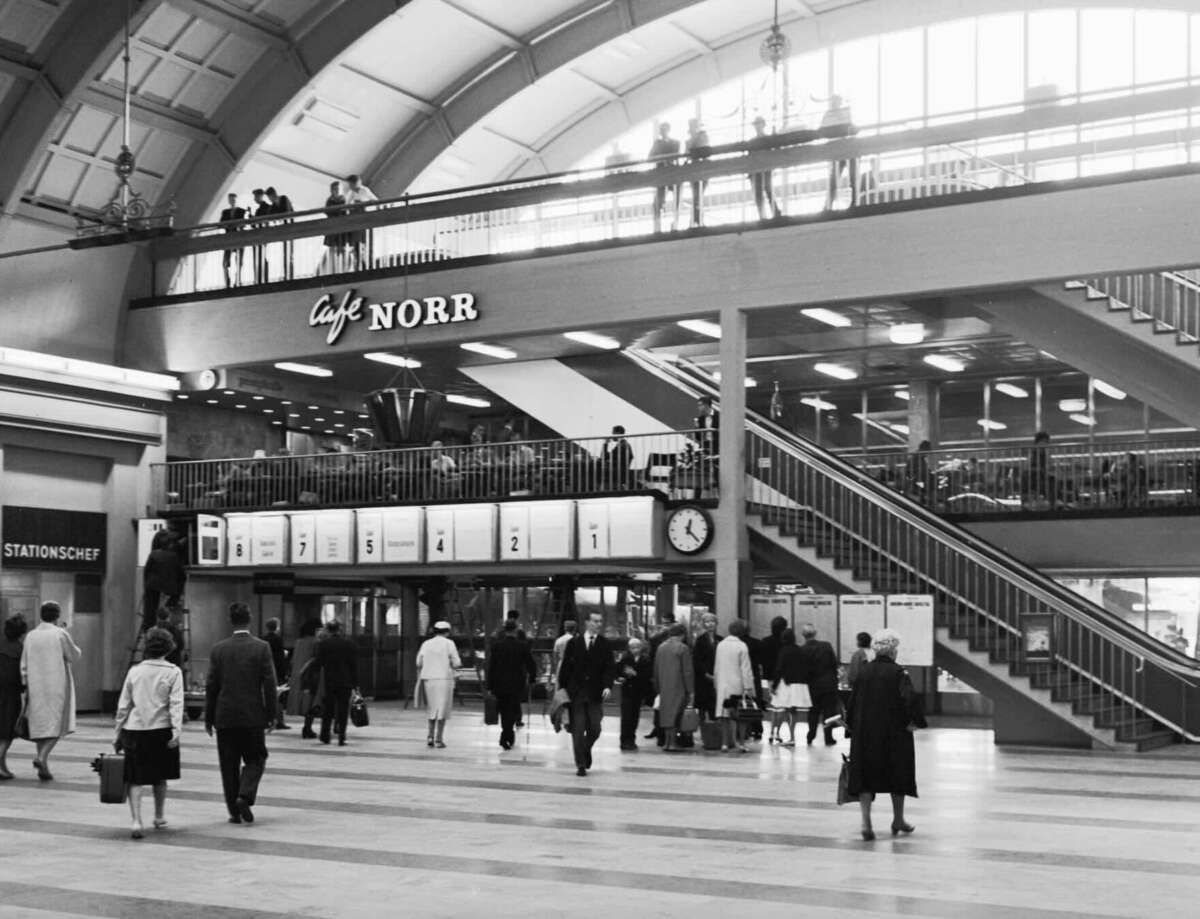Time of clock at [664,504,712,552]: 12:22
